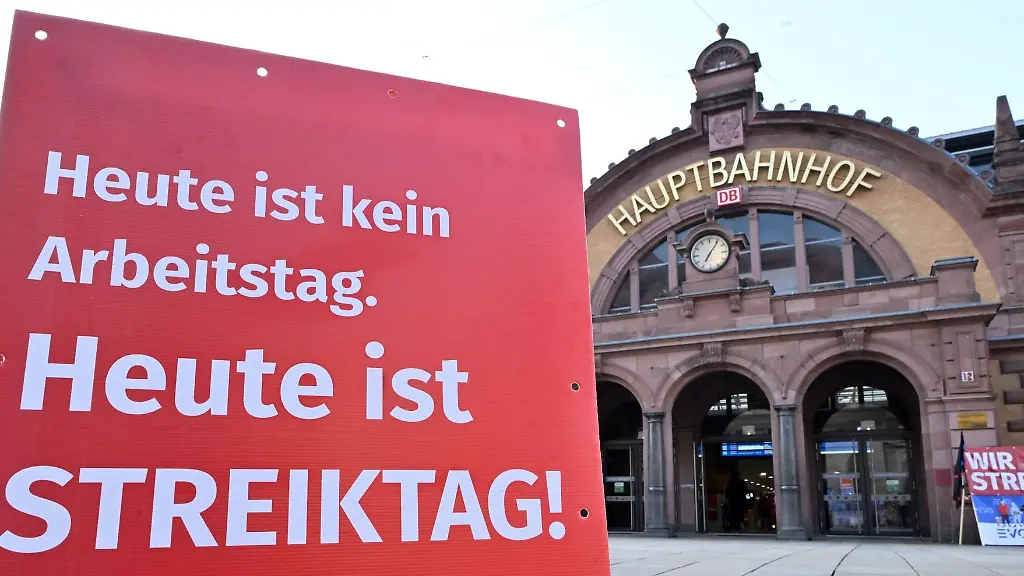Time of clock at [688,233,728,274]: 7:06
